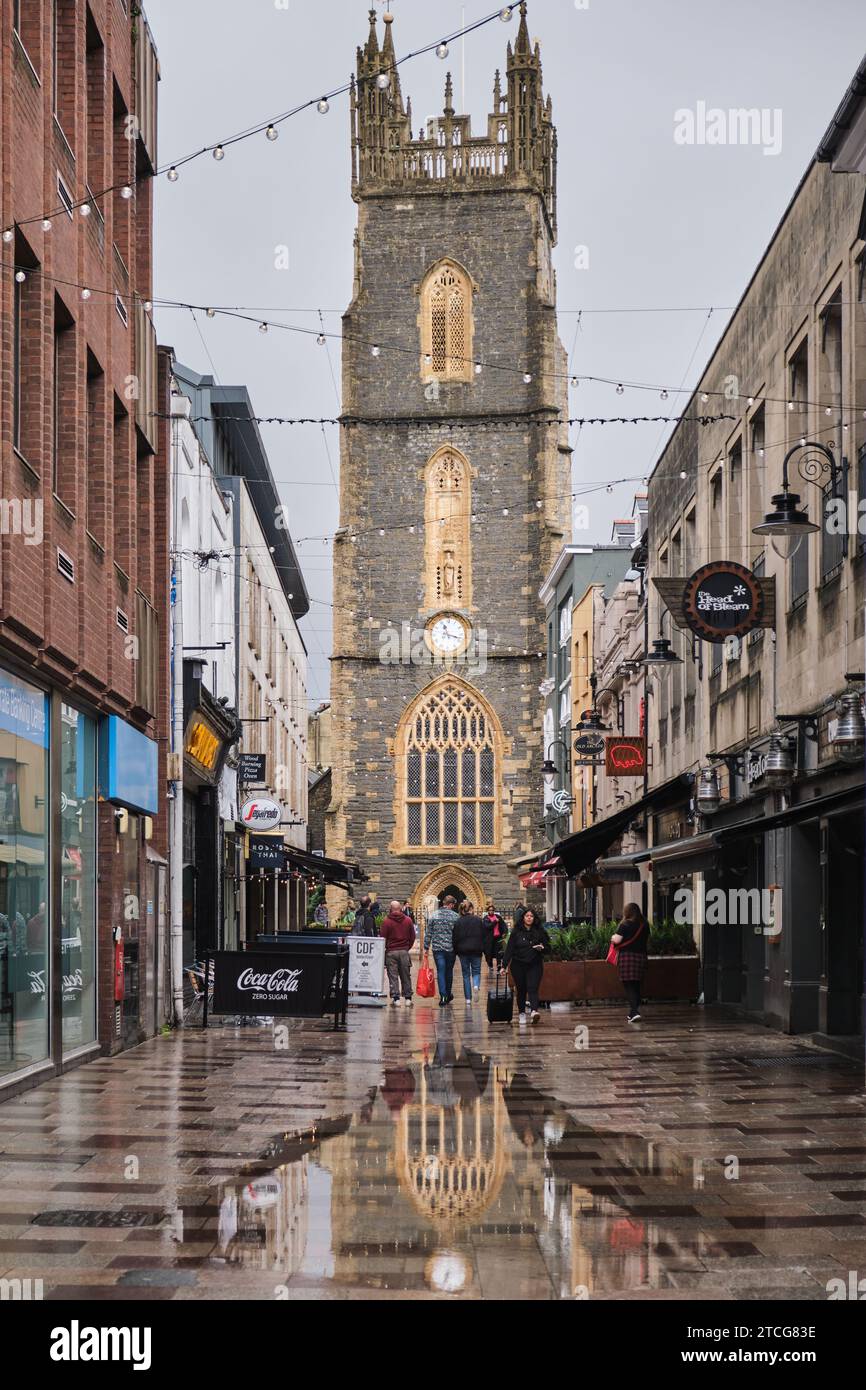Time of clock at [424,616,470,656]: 11:17
